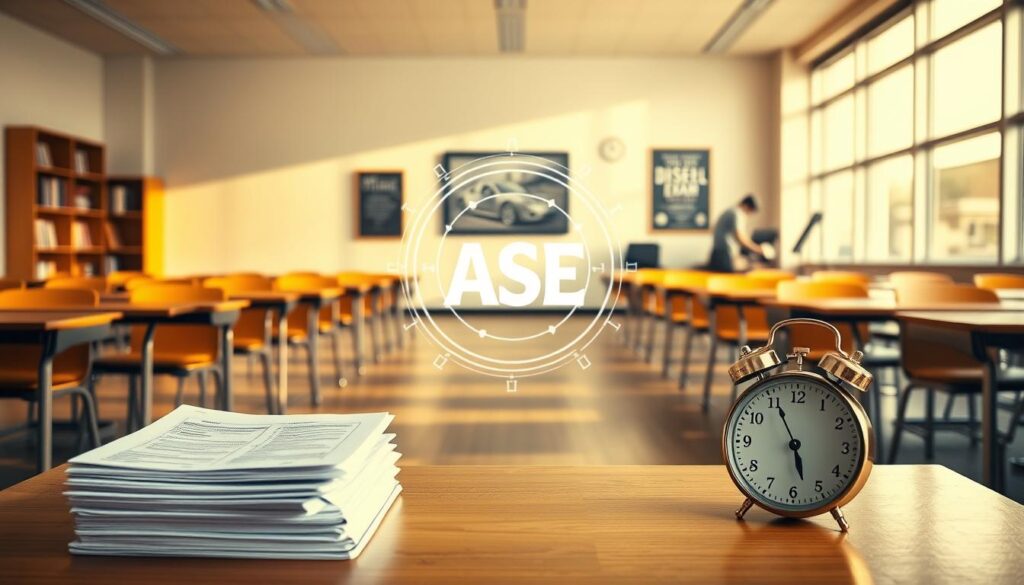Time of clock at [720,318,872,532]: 5:55
